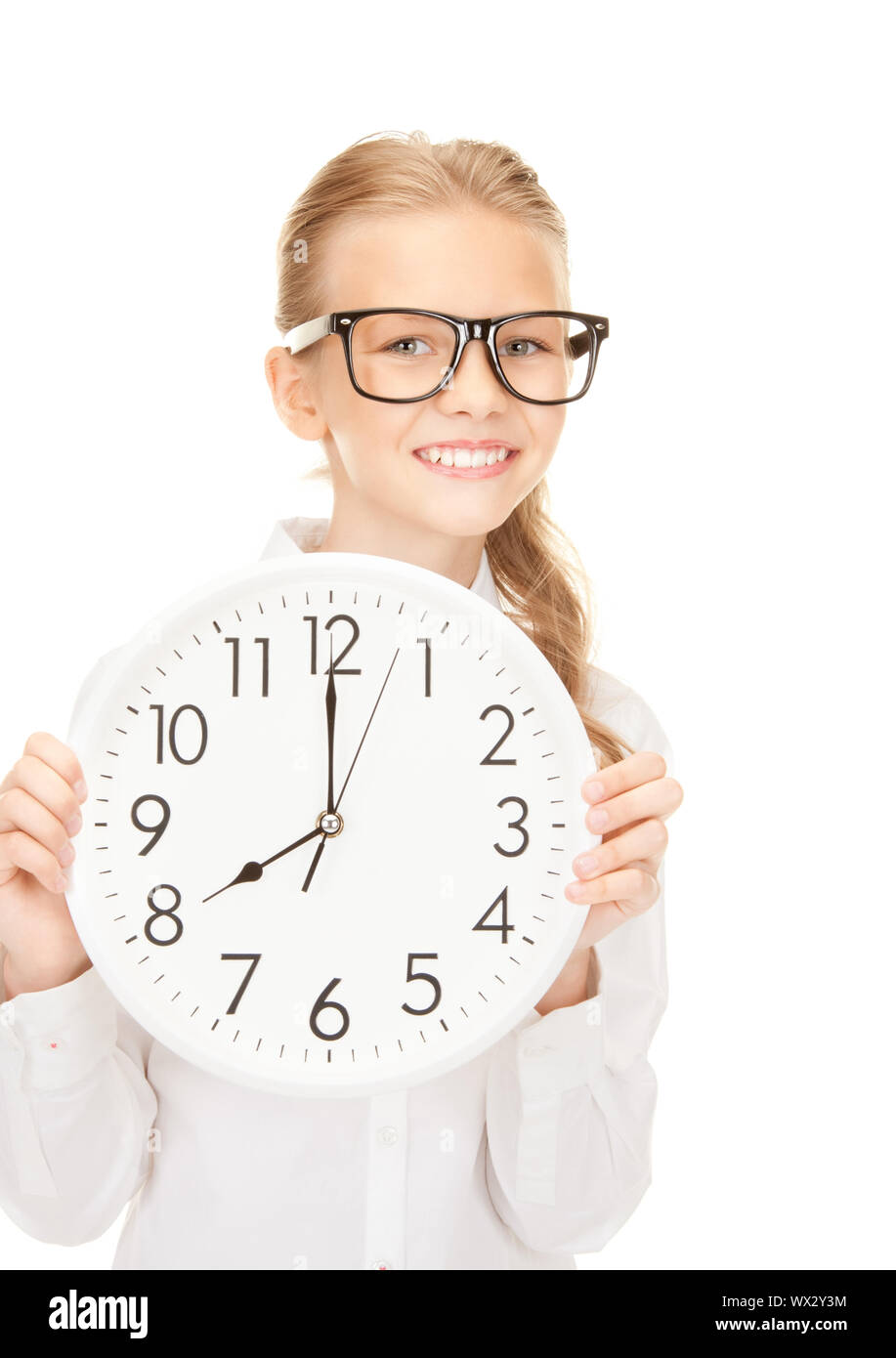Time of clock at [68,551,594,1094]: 7:59
